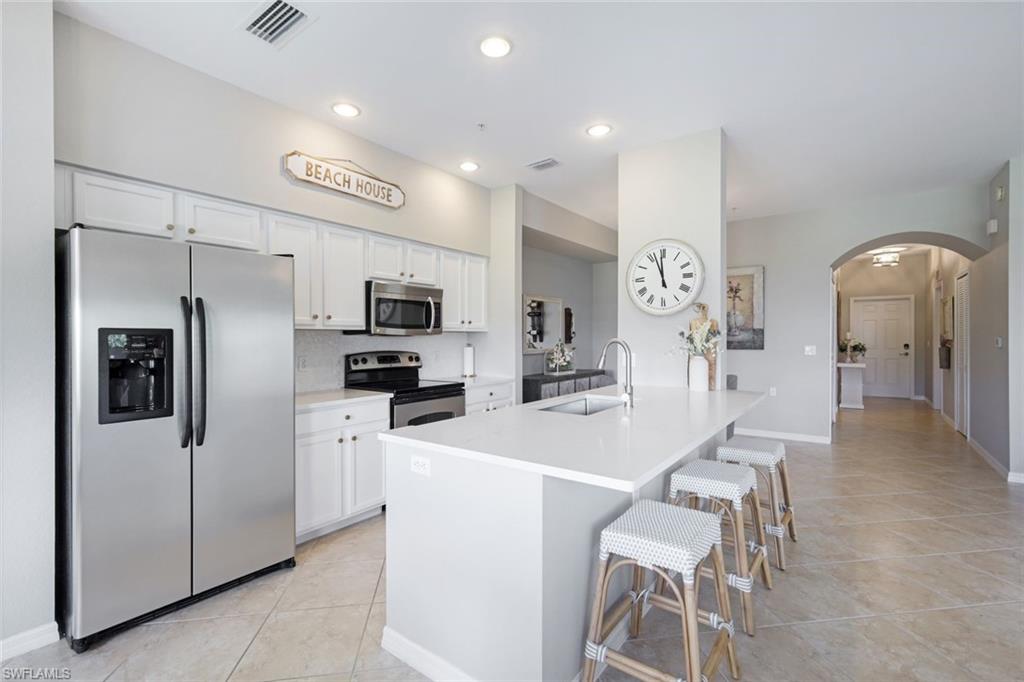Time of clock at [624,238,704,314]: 11:56
